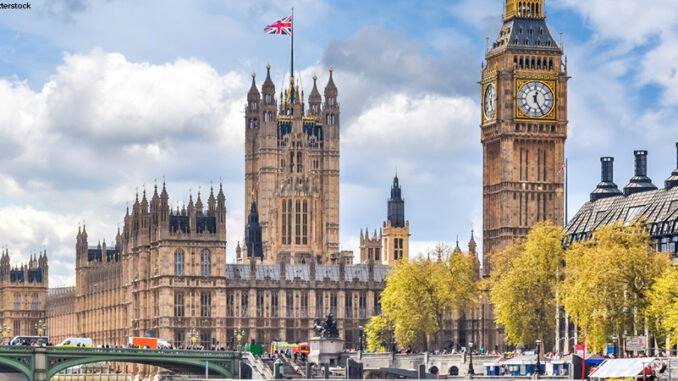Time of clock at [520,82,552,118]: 12:25
